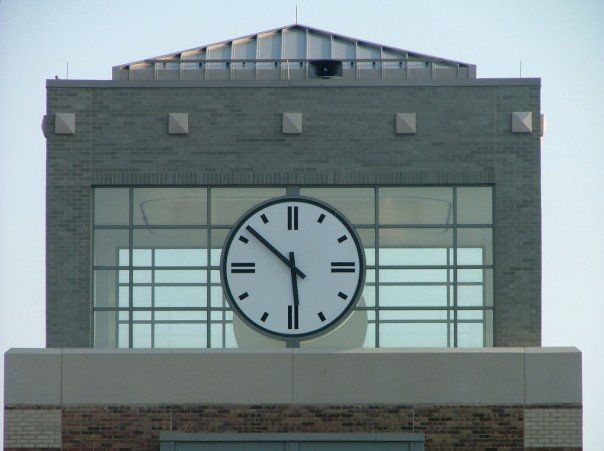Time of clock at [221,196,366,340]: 5:51
